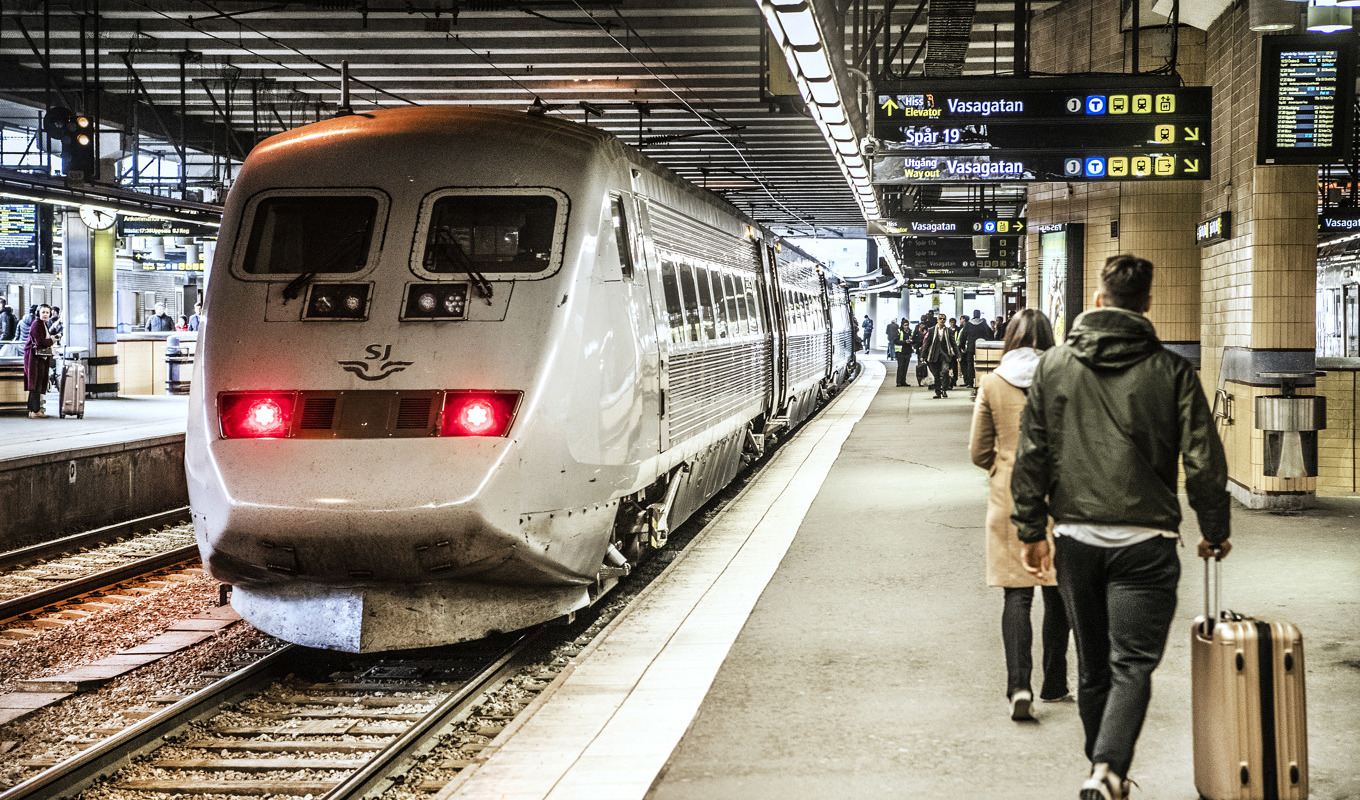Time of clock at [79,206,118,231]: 5:18
